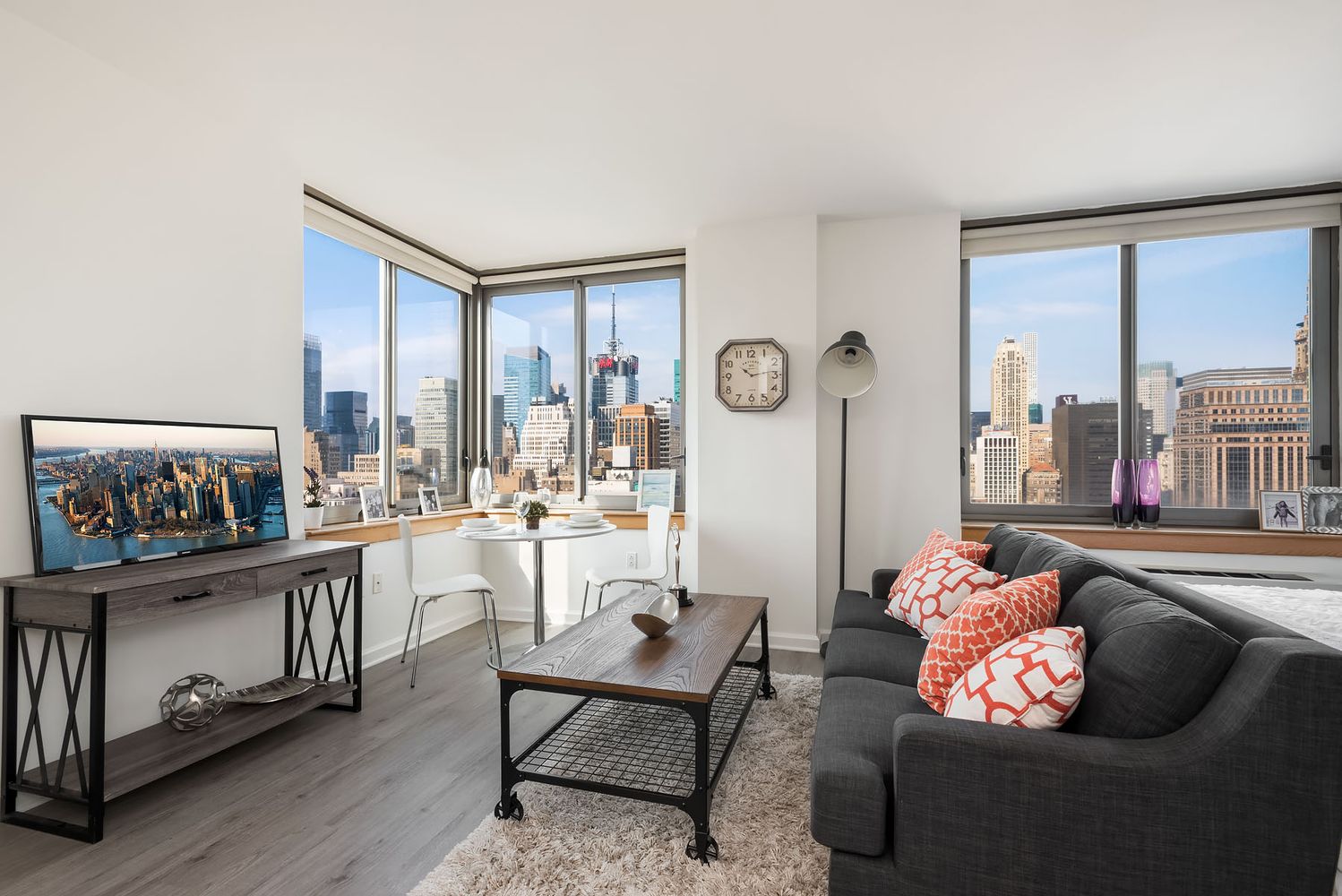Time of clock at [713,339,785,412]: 10:13
